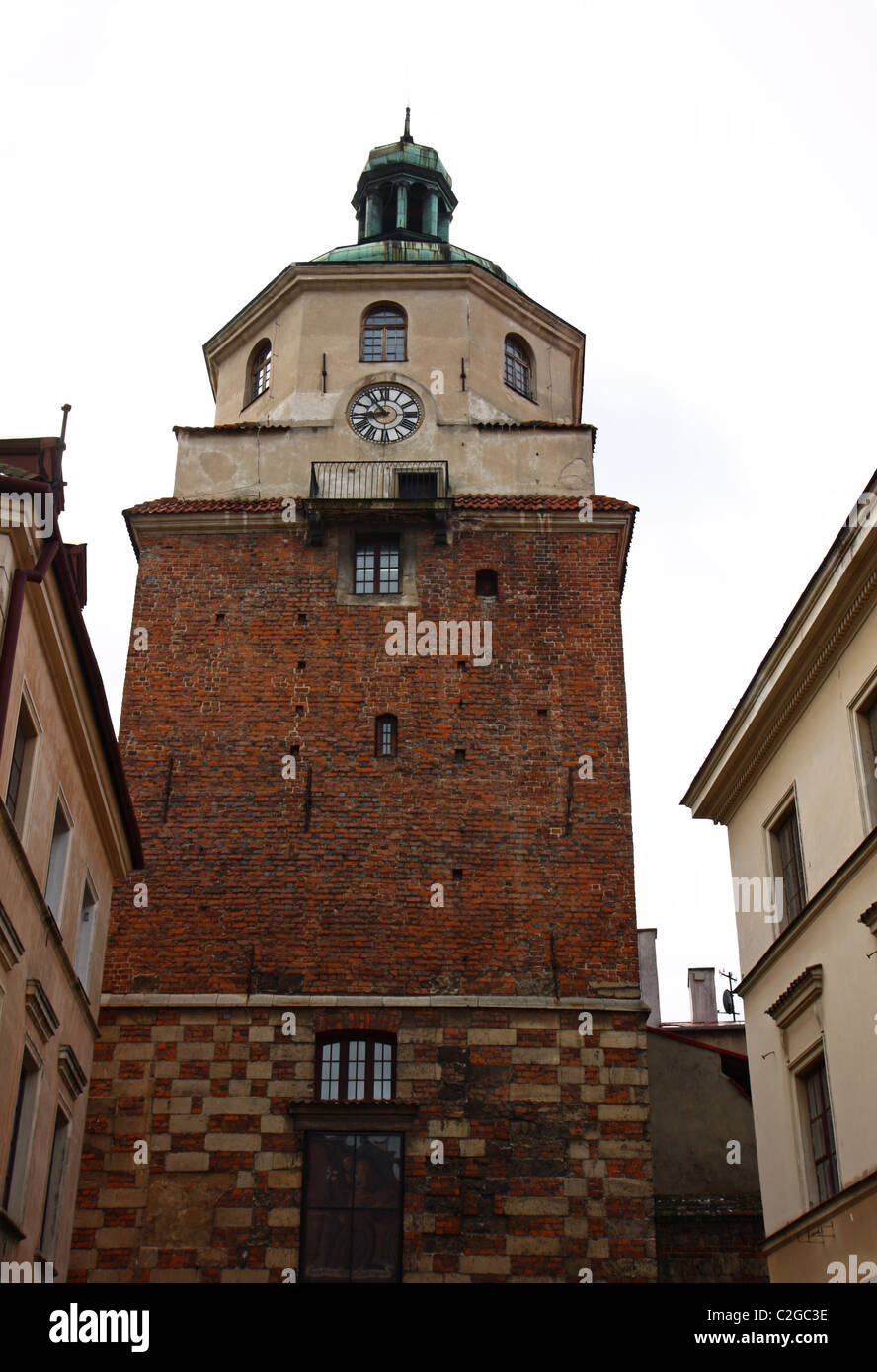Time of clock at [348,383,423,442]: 8:53
